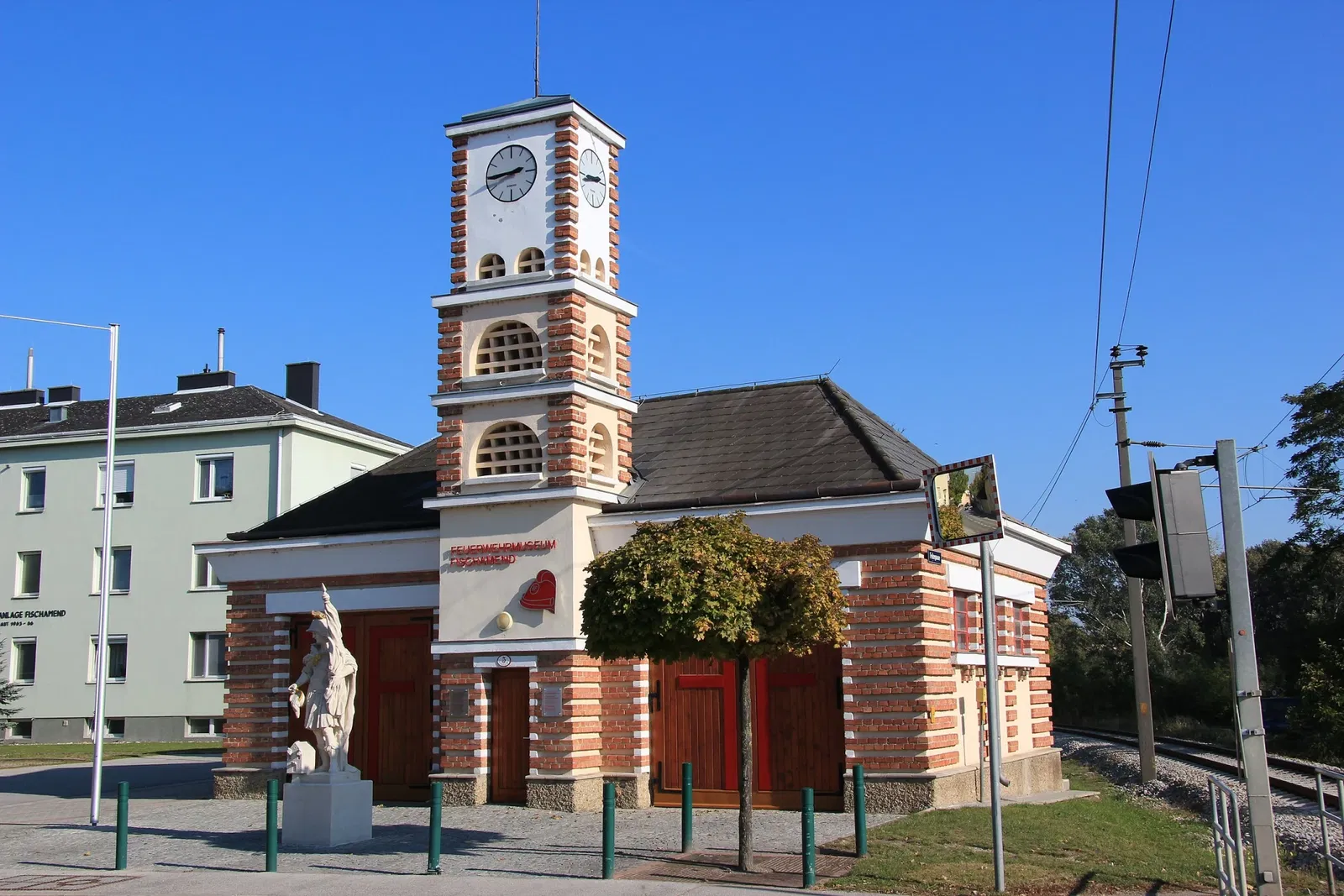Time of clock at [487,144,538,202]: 8:44
